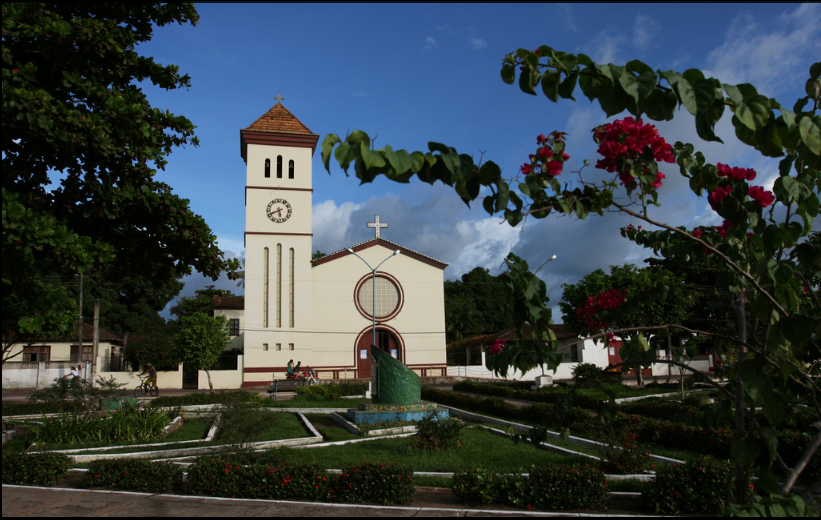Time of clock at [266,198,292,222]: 5:41
